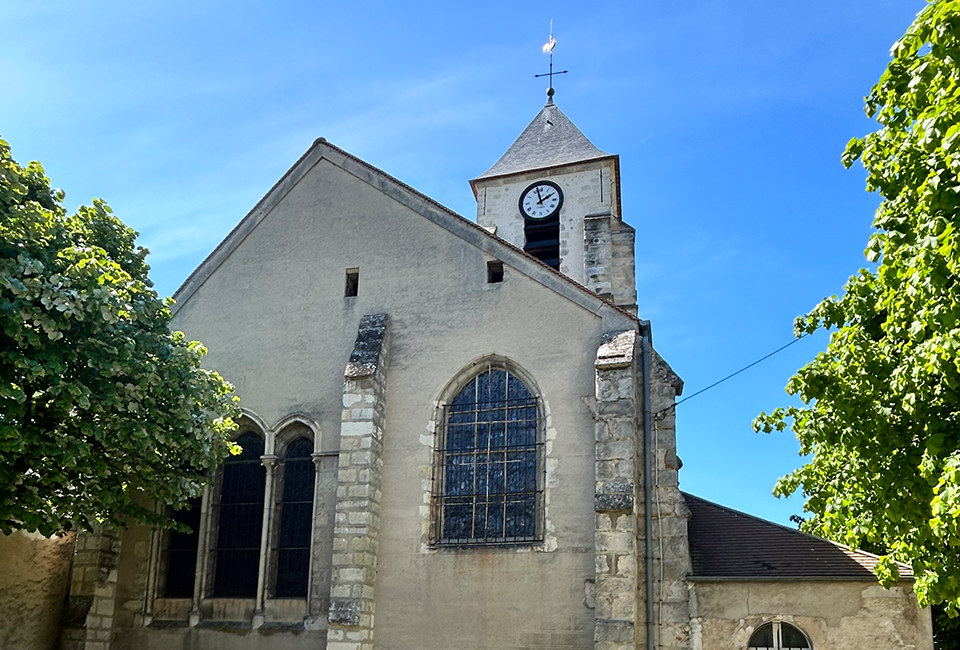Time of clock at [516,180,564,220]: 1:57
